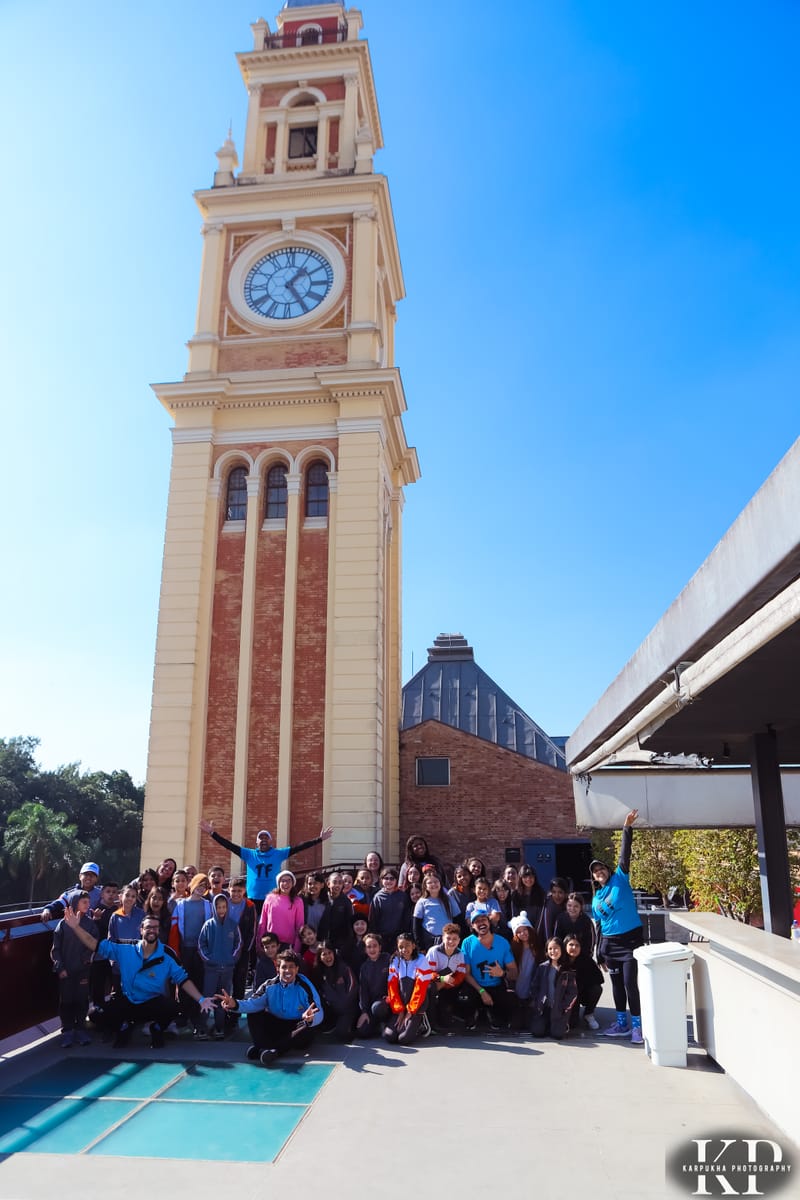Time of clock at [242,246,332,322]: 1:24
